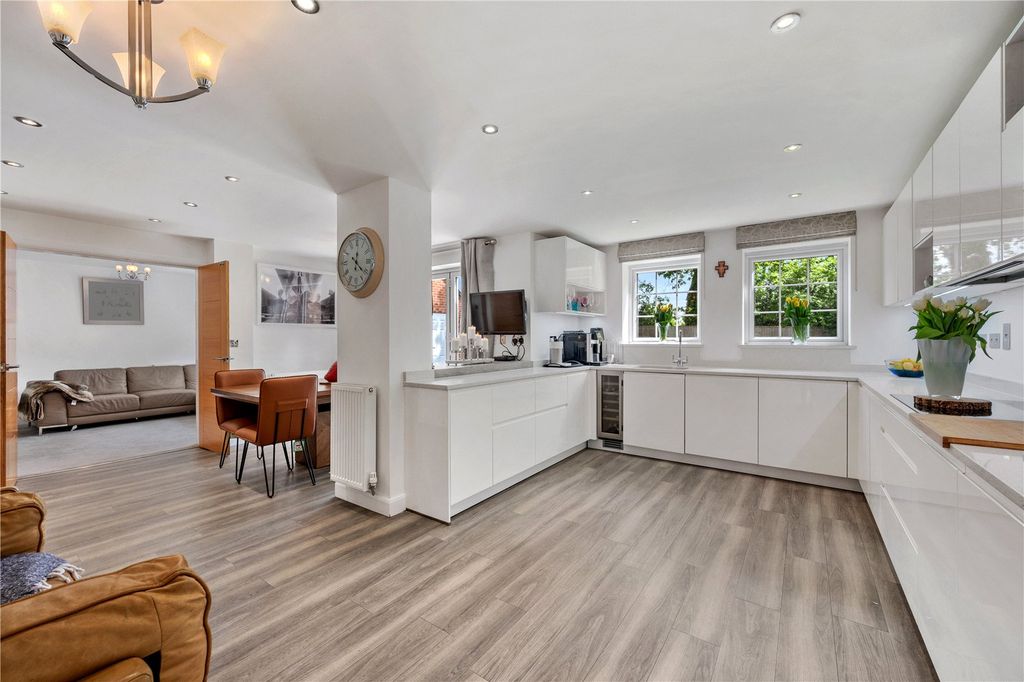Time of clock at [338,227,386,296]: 12:21
